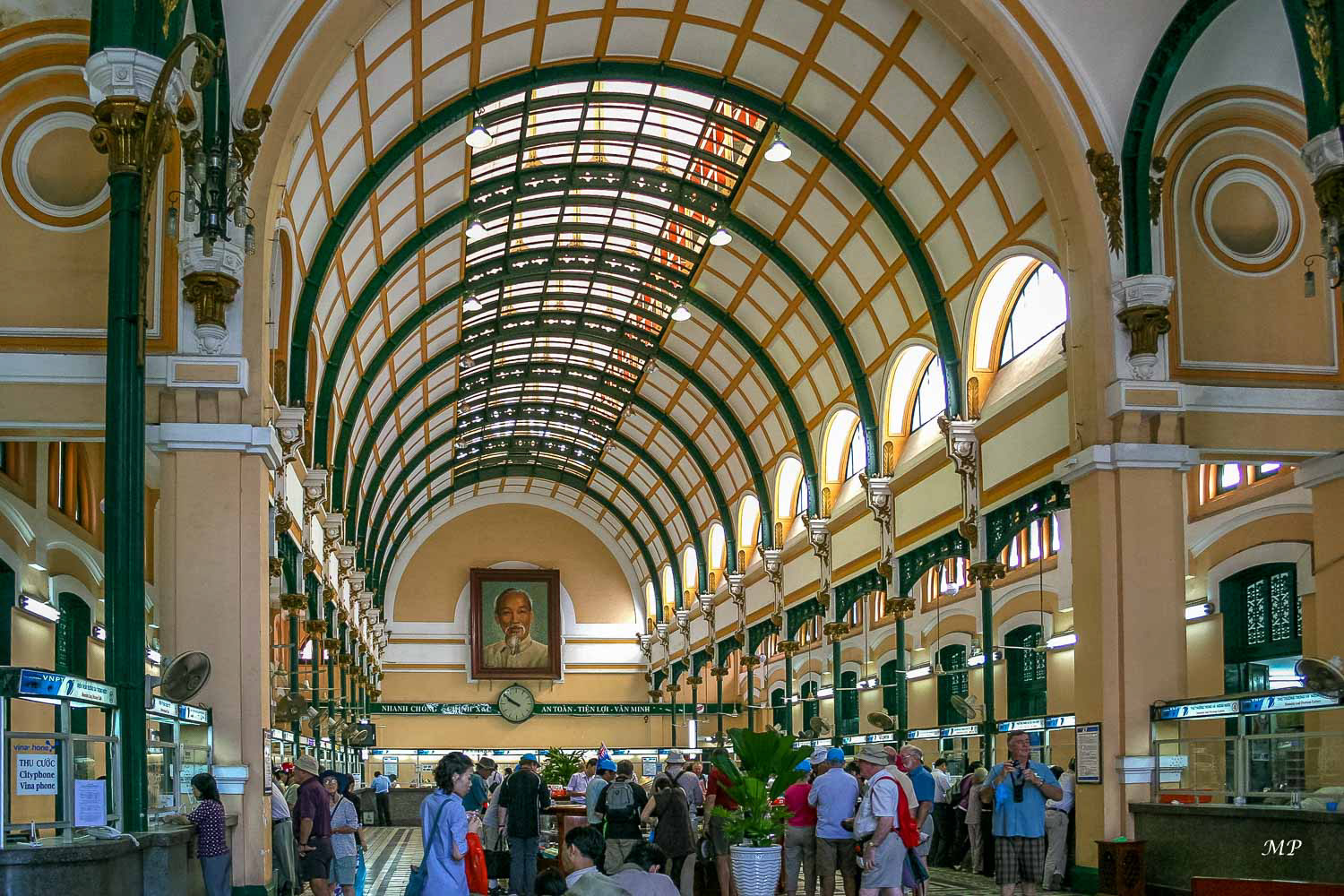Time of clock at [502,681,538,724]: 9:50
